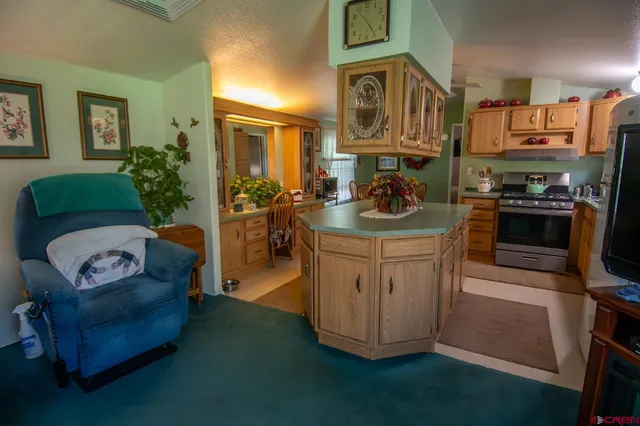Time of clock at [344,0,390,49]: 4:53
